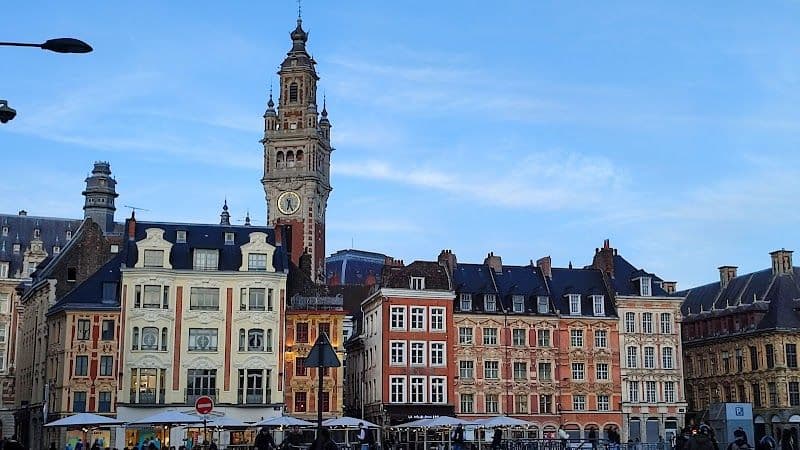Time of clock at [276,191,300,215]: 6:25
